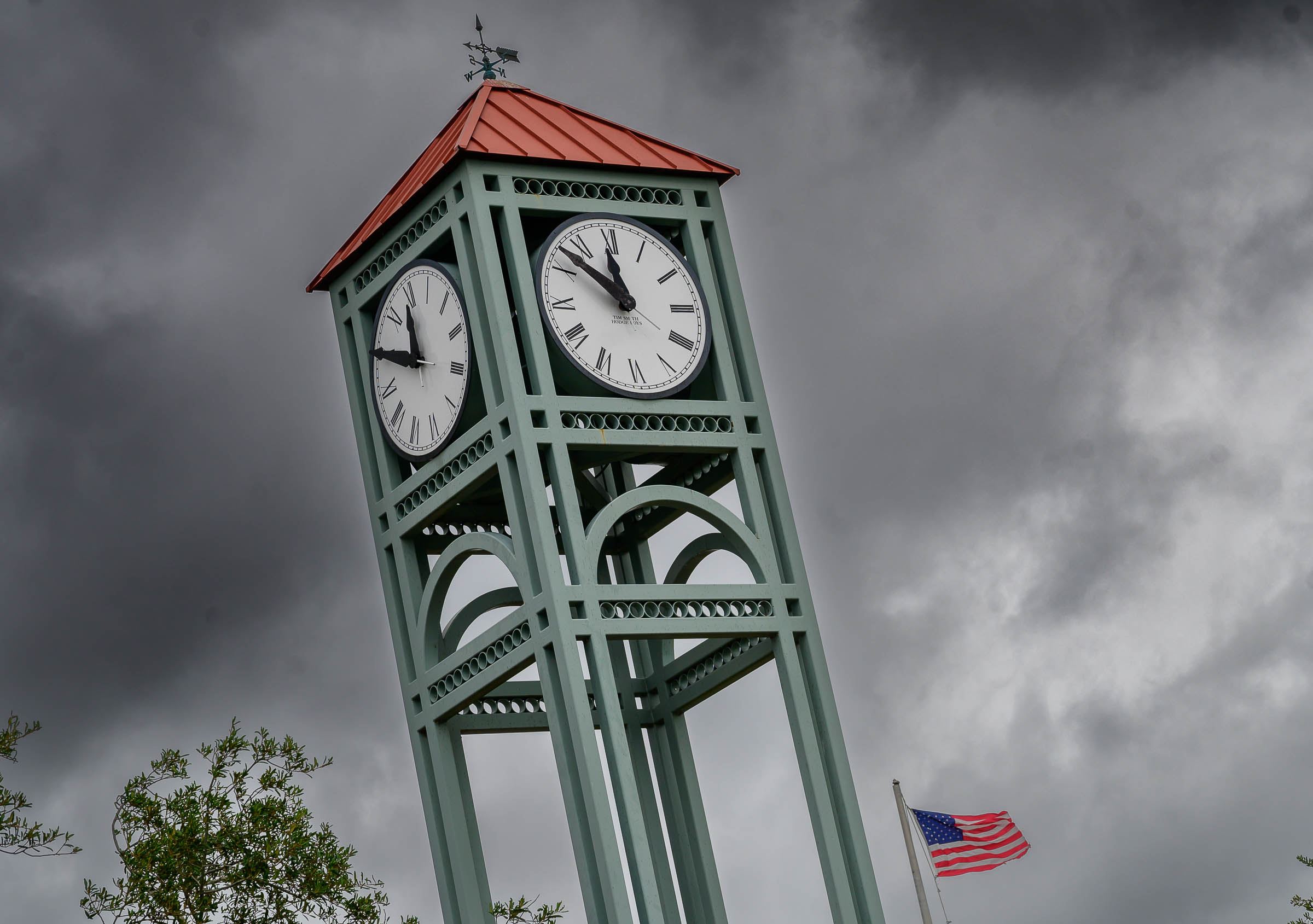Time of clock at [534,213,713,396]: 11:52
